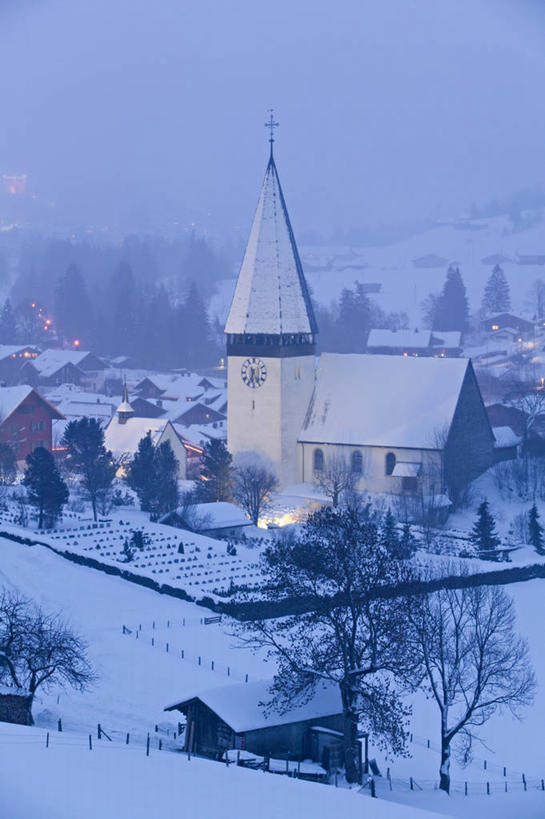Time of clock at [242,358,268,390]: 6:25
